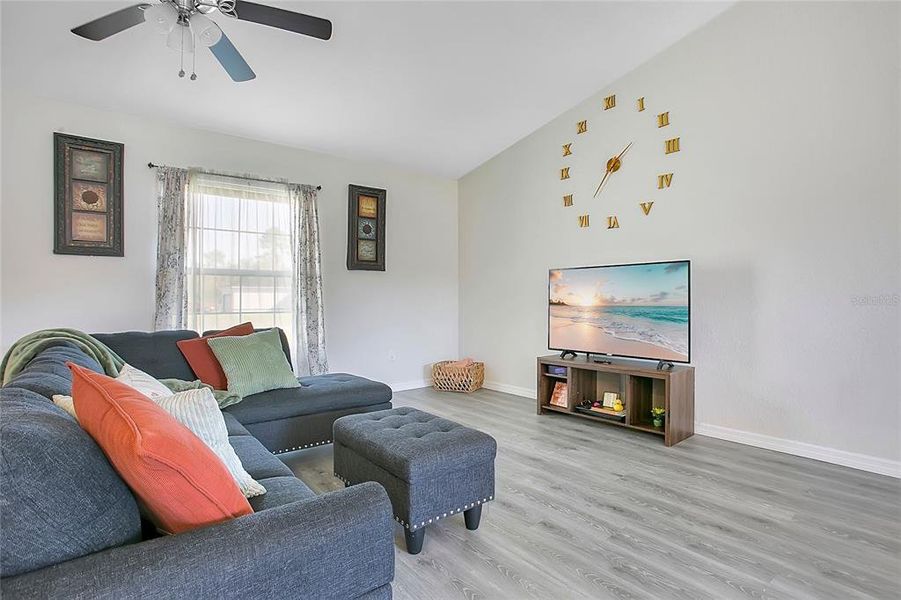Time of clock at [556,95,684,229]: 1:35
